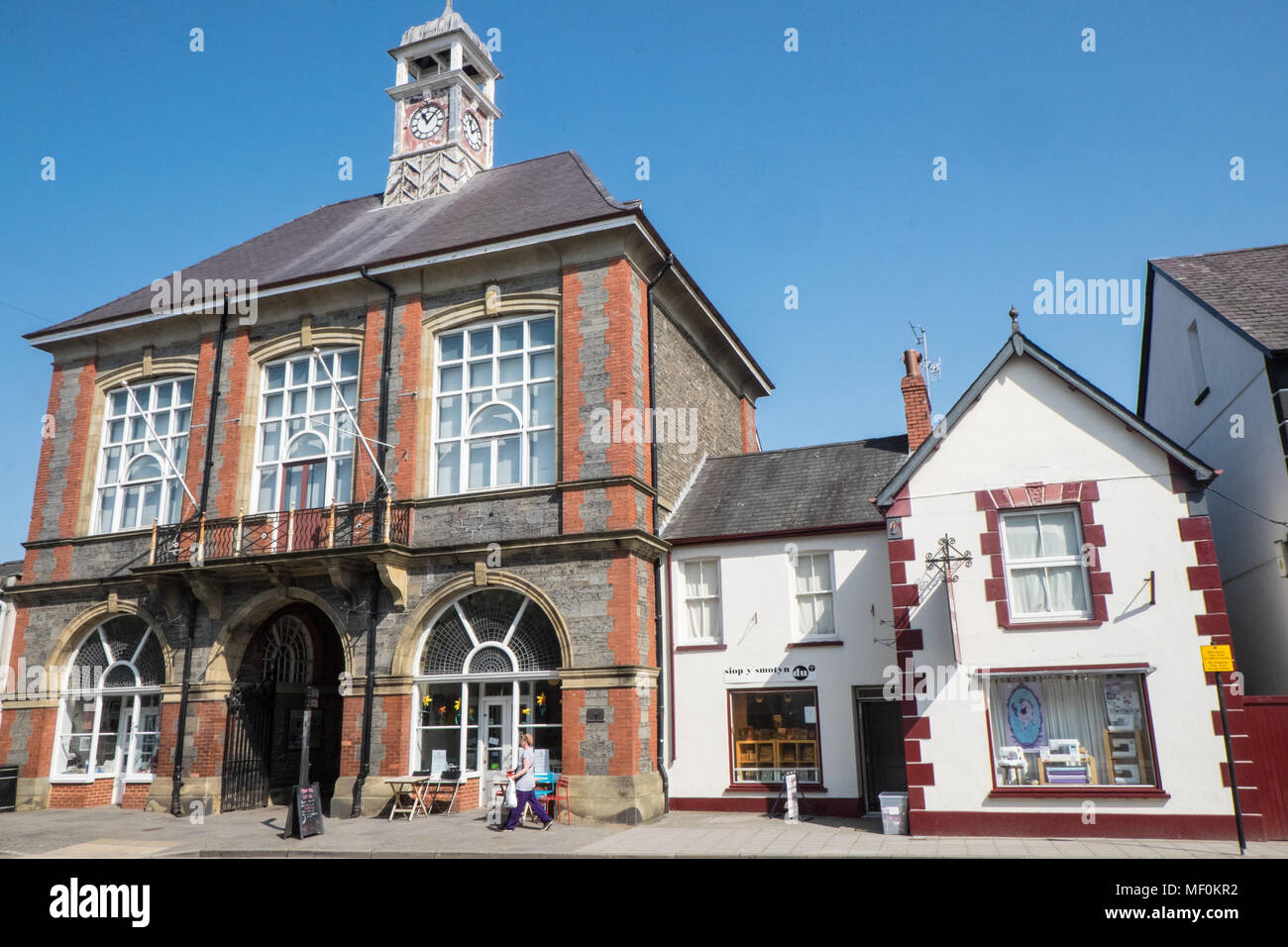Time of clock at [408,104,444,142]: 11:07
